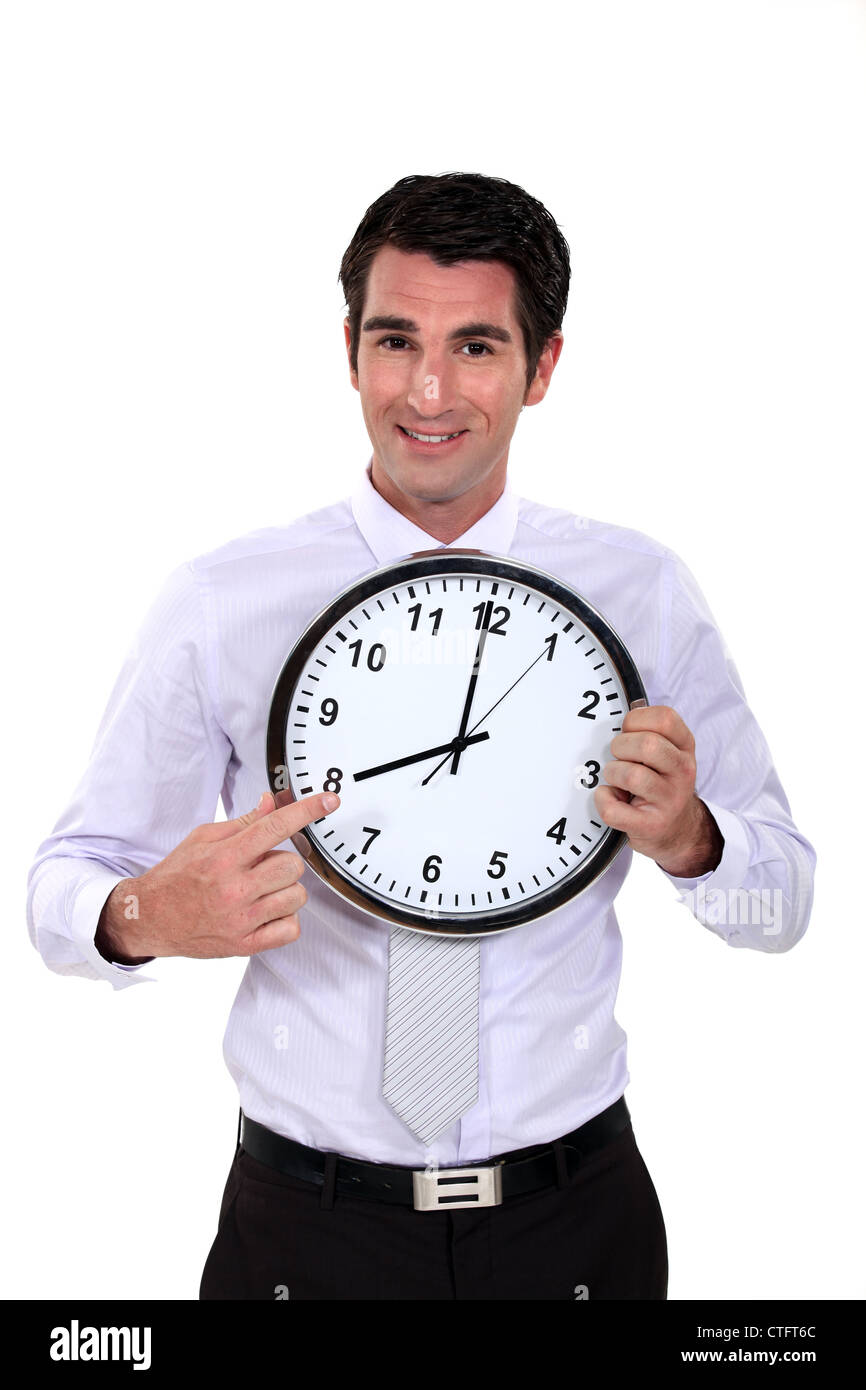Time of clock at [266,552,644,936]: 7:59
